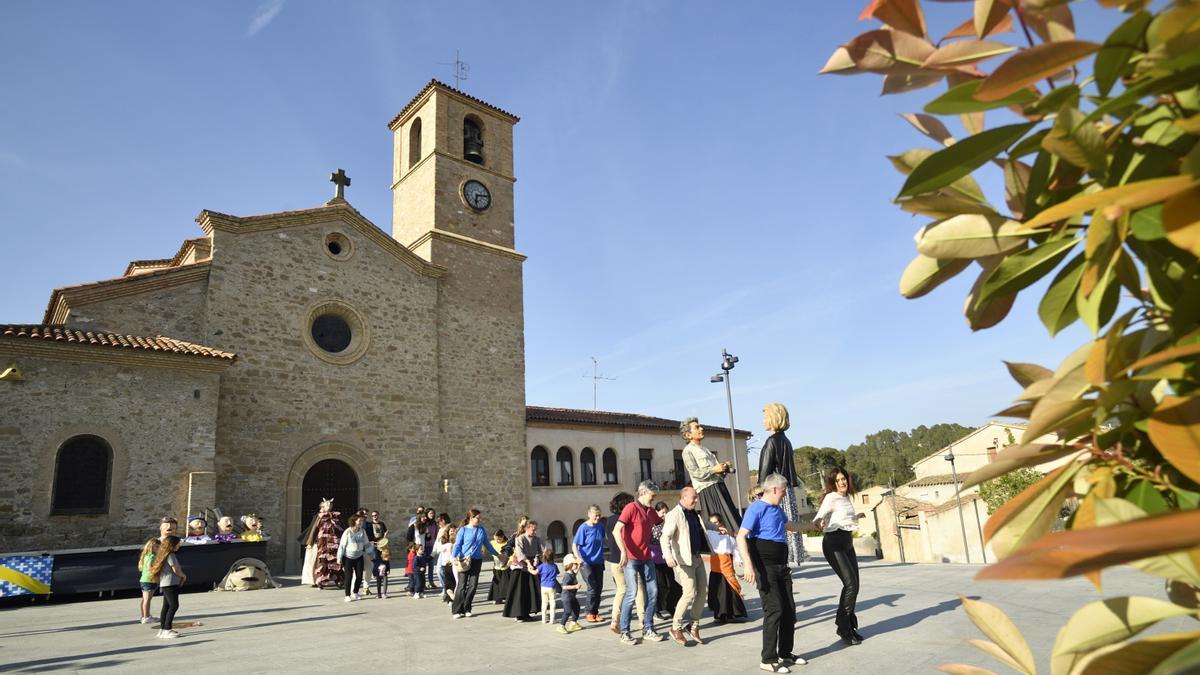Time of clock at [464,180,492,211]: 6:14
